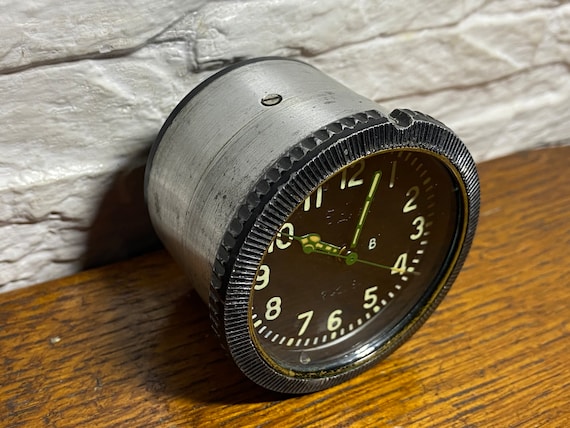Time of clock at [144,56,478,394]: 10:02
